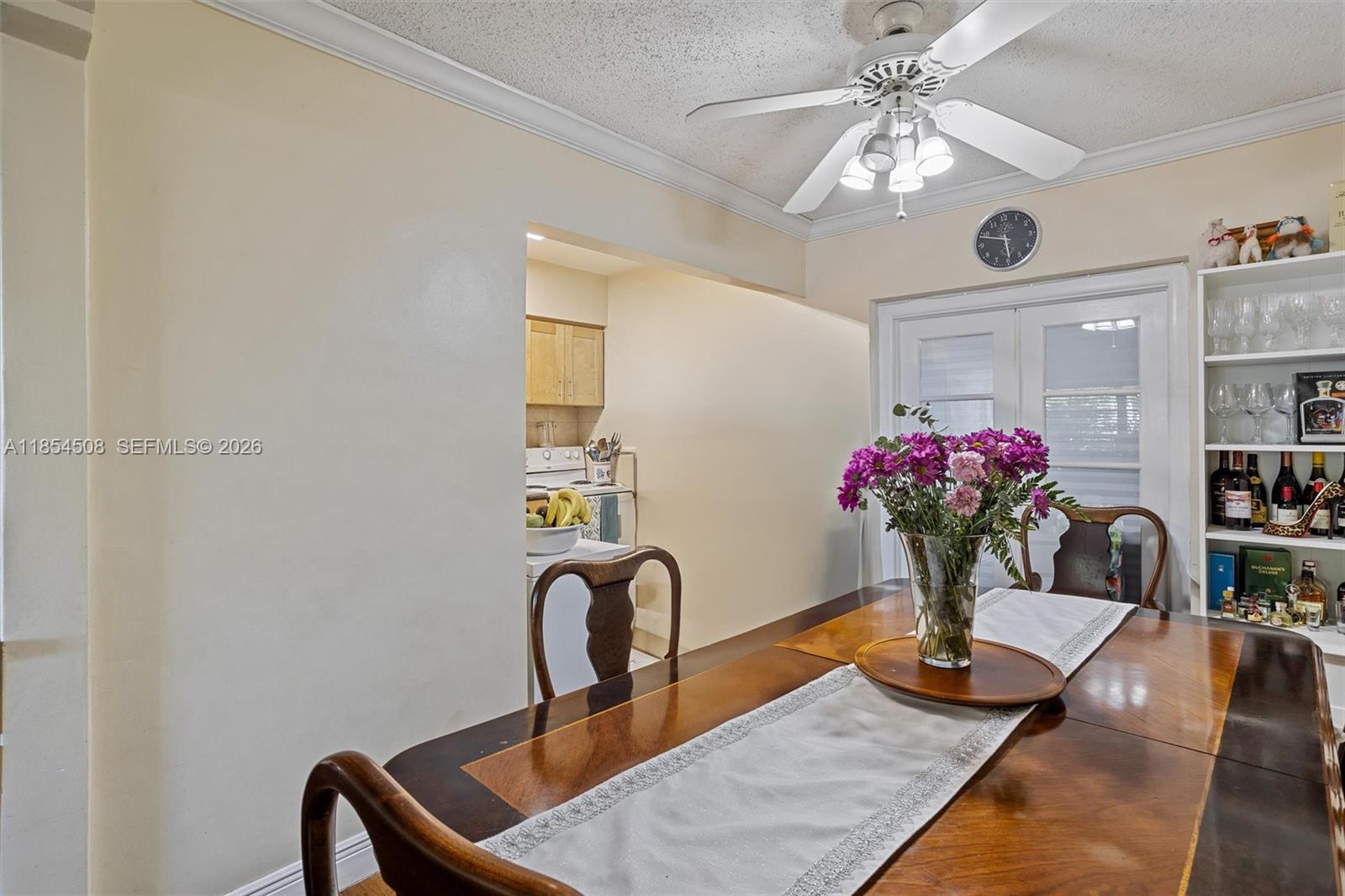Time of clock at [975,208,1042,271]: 5:48
